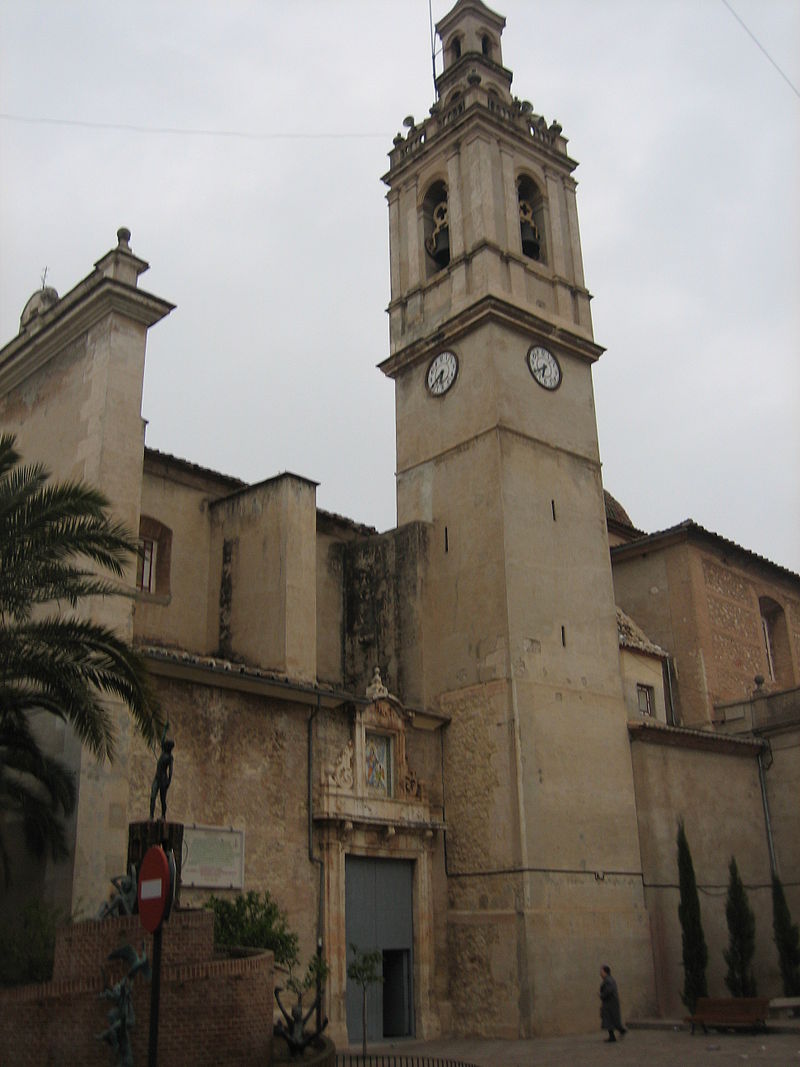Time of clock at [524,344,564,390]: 6:39
